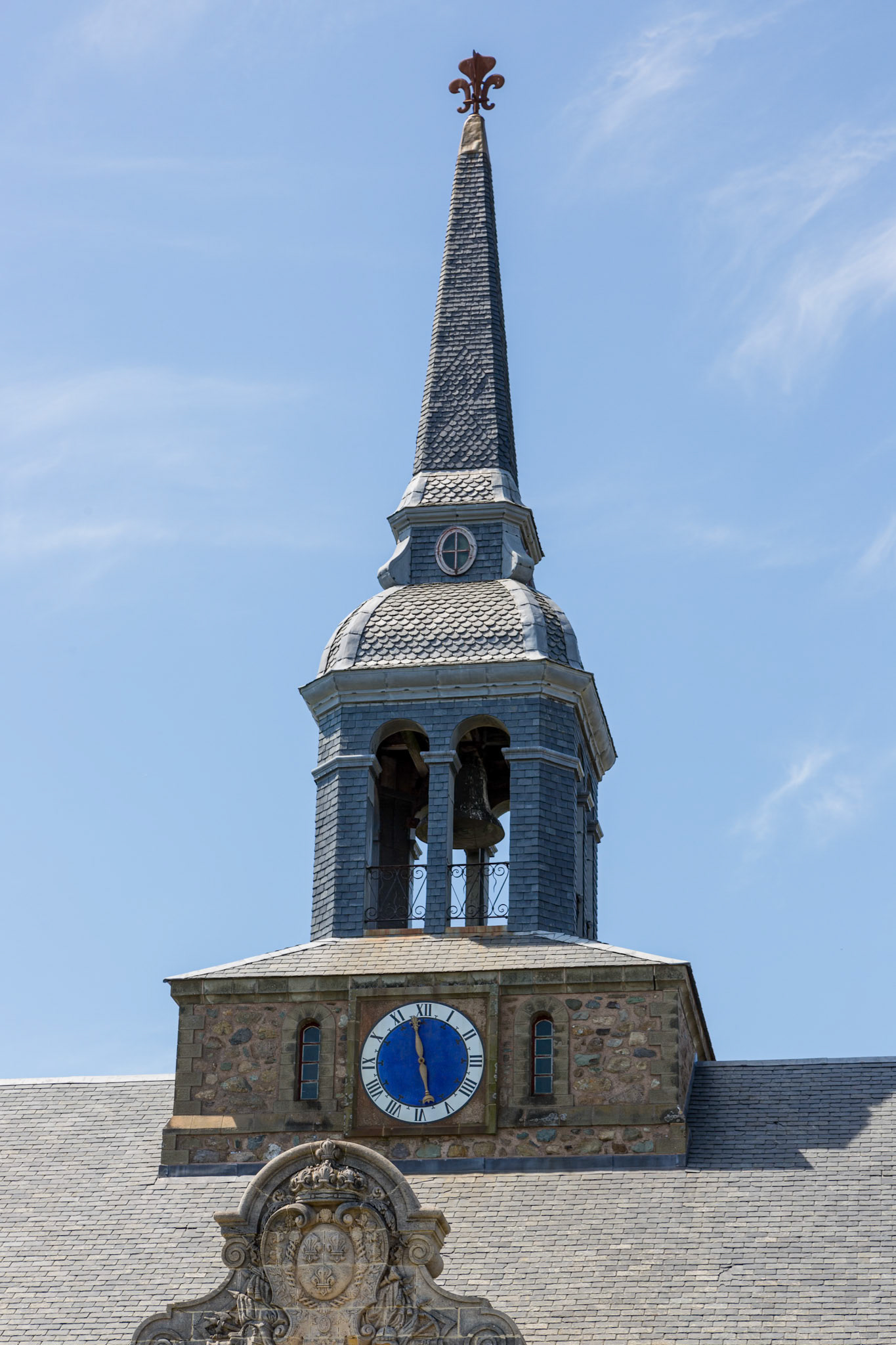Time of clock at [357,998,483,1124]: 5:58
